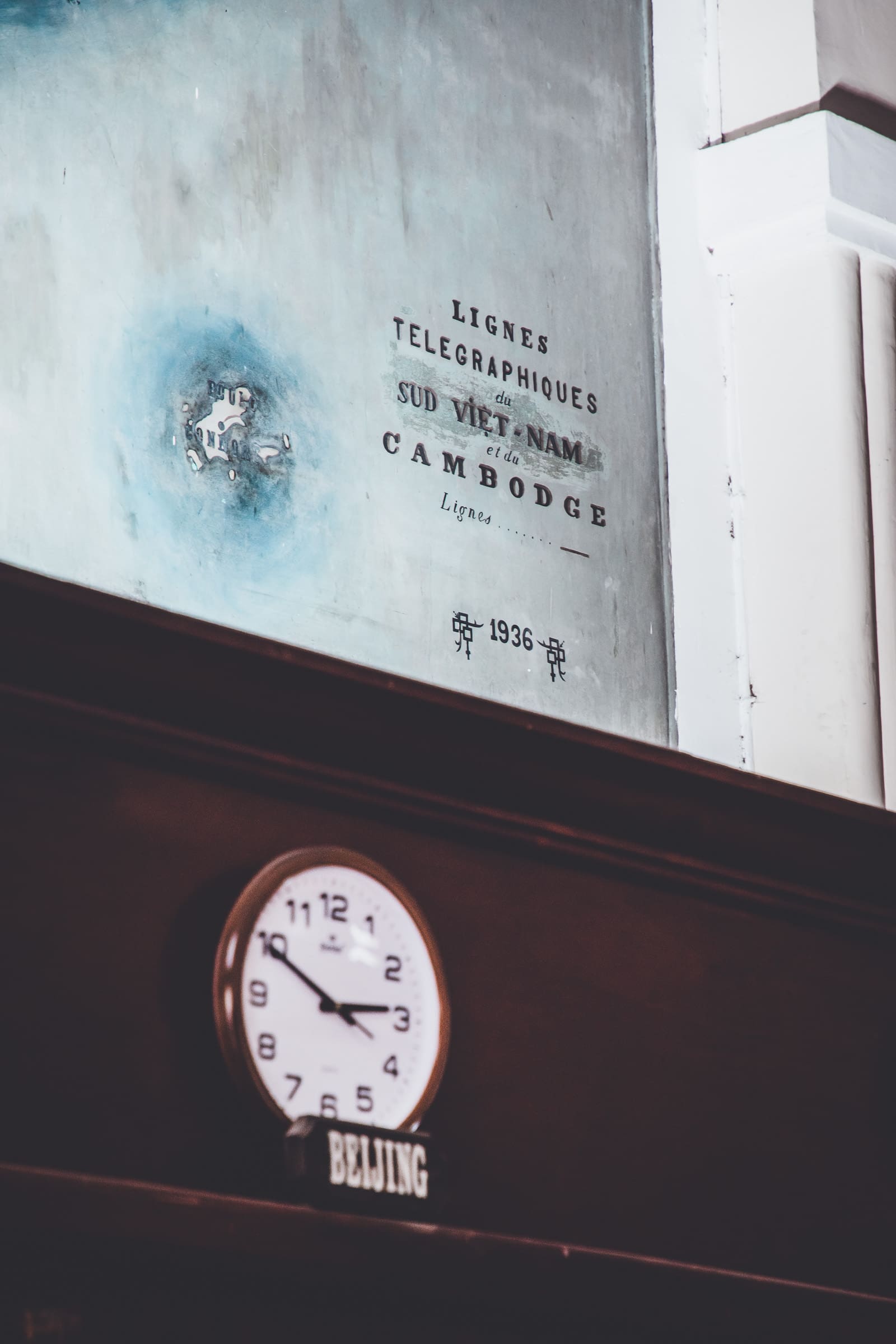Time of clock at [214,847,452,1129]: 2:49
